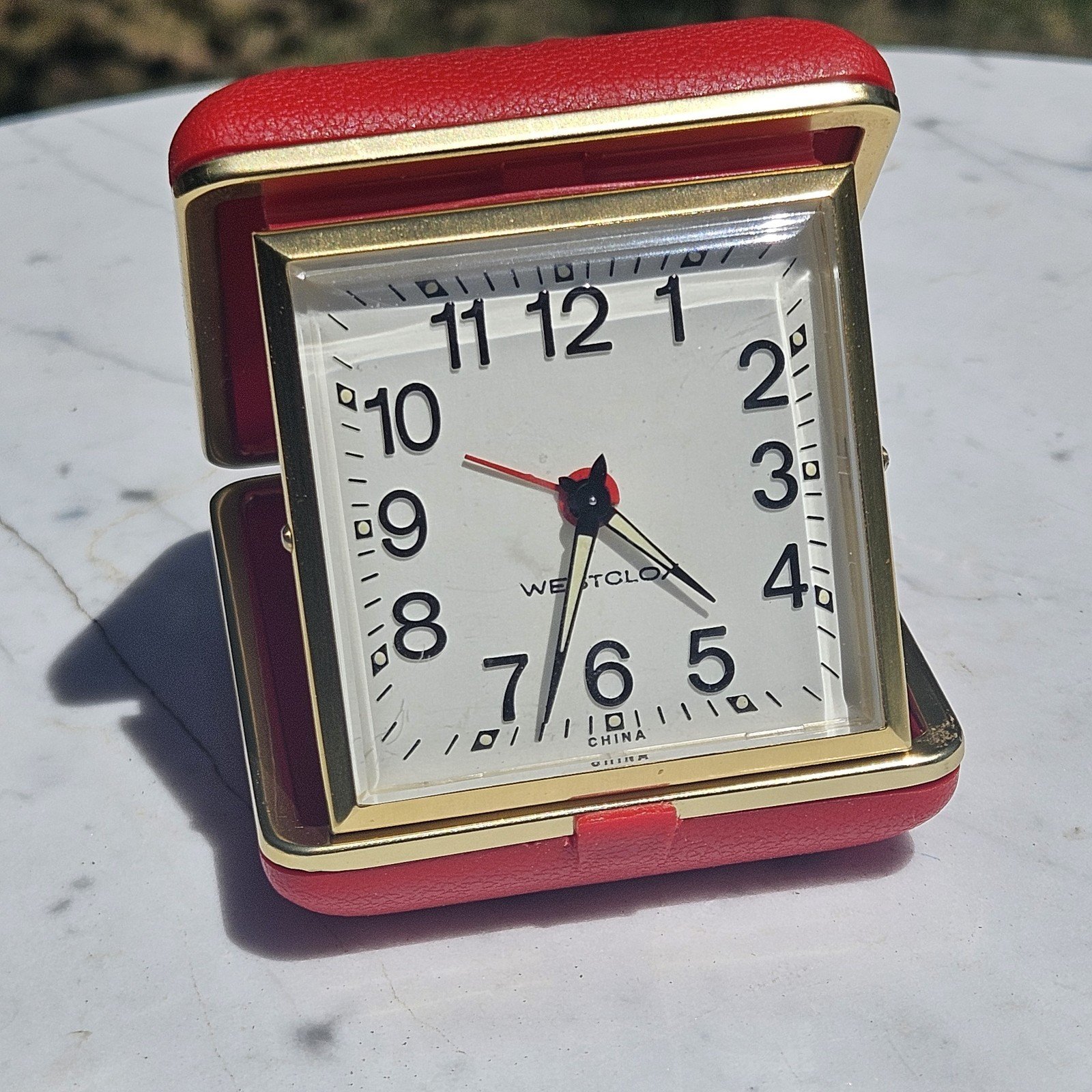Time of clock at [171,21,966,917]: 4:33
